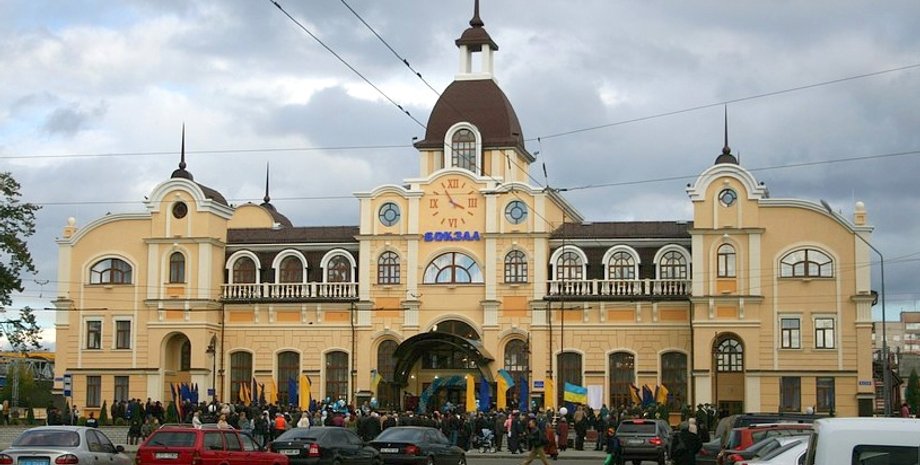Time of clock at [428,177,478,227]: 3:54
